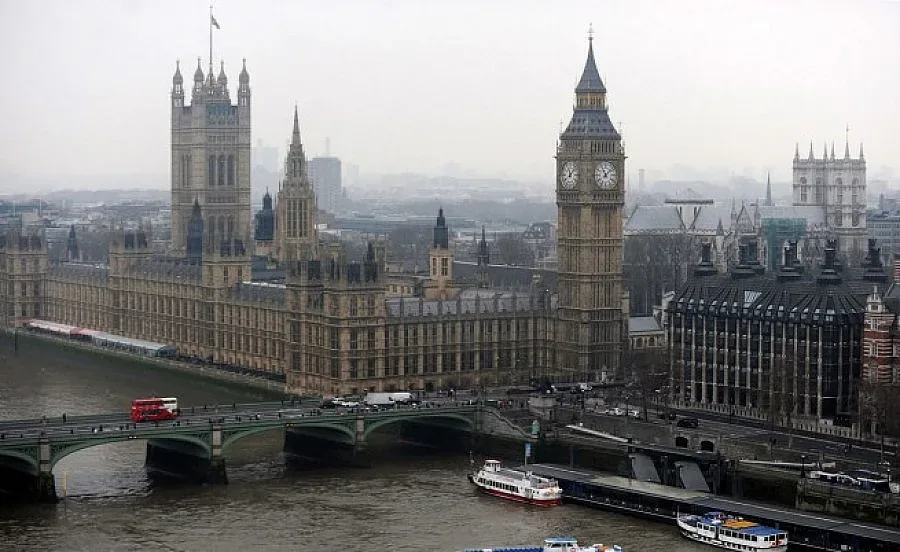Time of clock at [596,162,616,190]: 11:07
